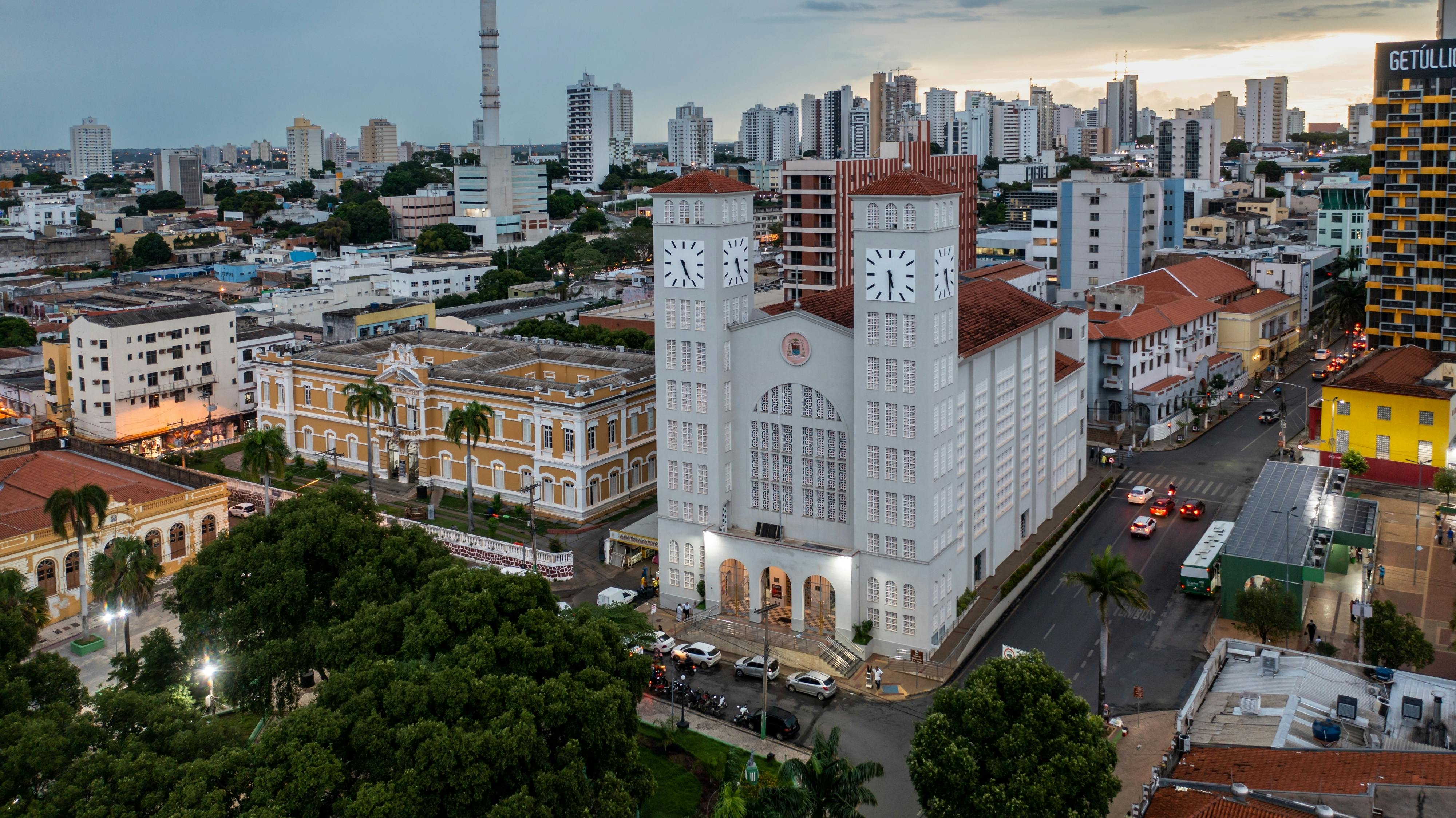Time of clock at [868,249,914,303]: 5:29
